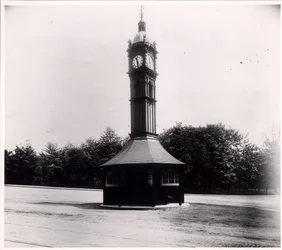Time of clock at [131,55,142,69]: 11:28
